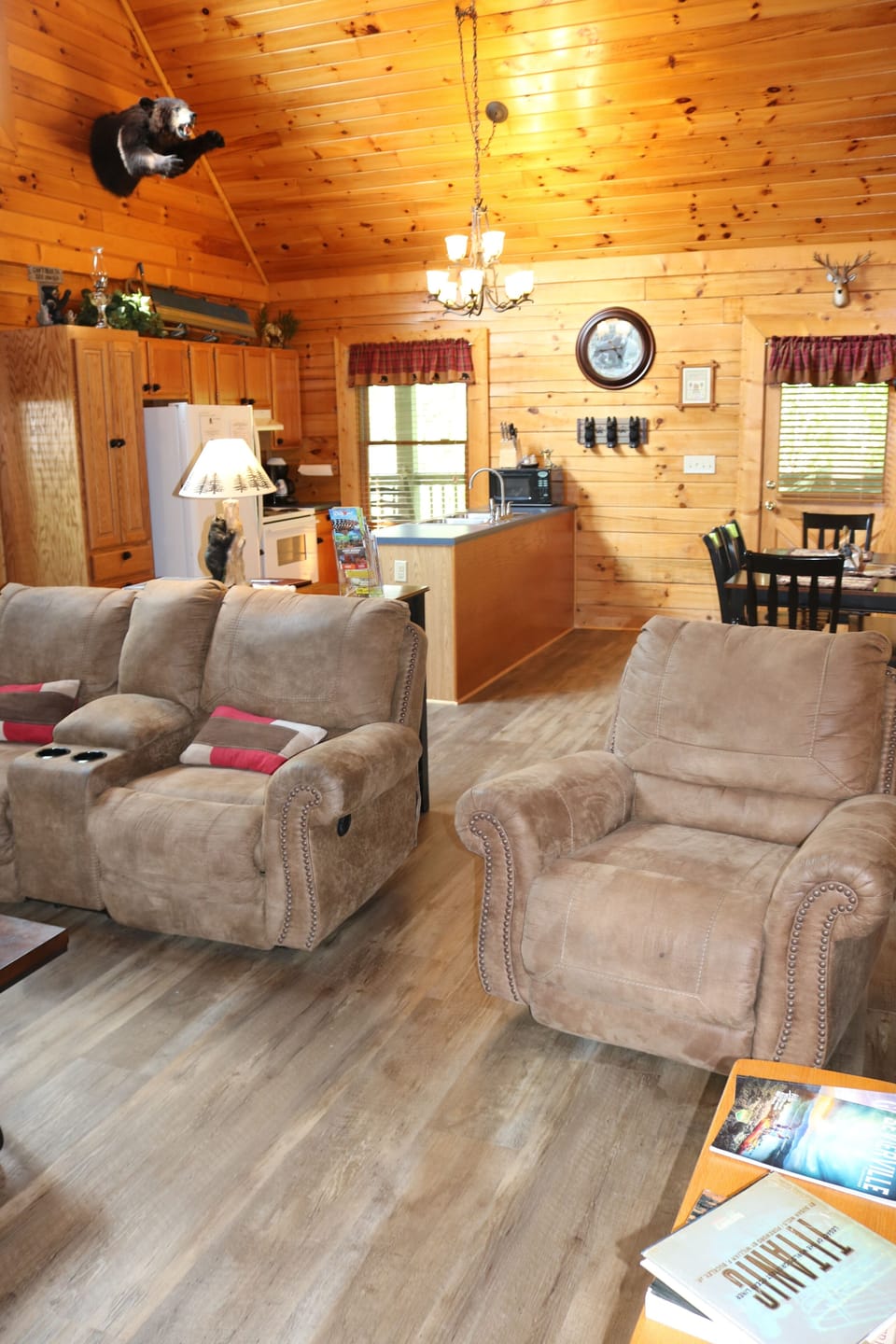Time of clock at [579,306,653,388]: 4:42
